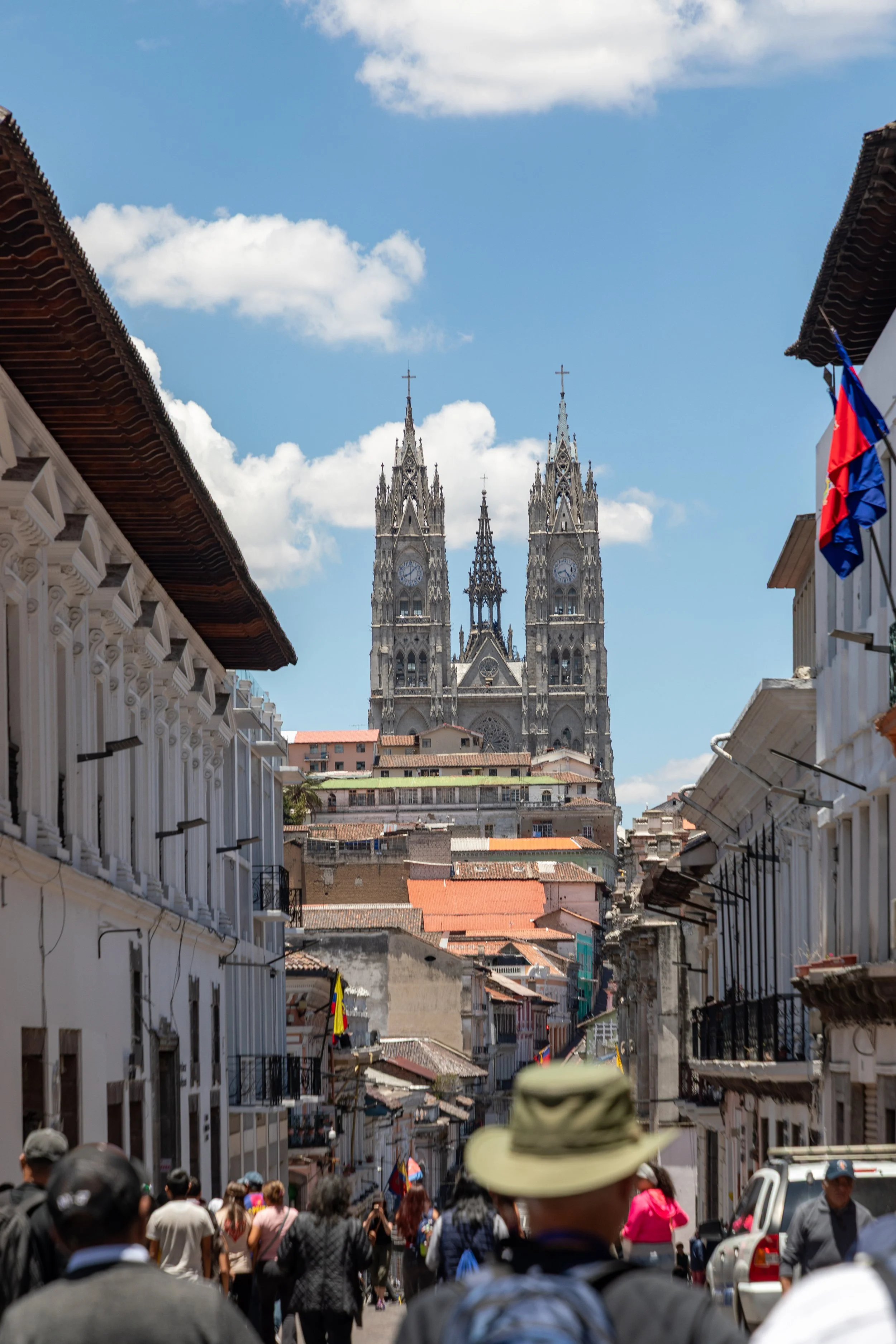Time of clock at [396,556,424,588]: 8:07
